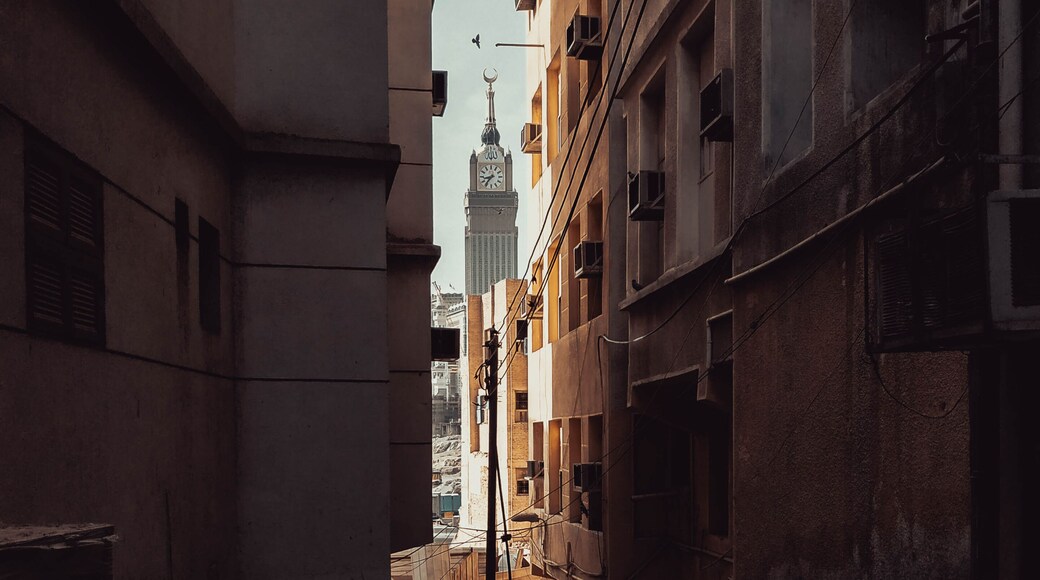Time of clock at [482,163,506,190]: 8:36
